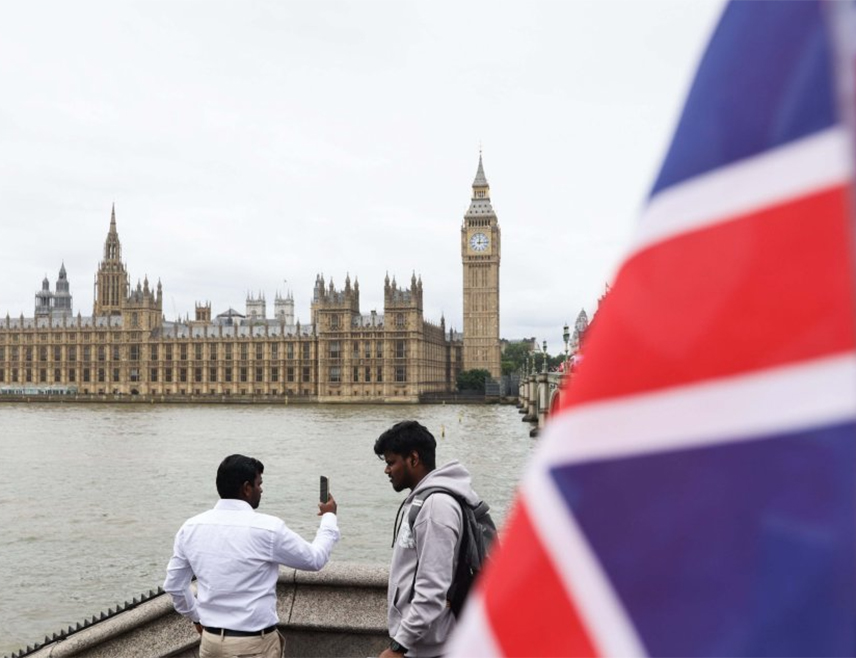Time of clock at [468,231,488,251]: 12:14
